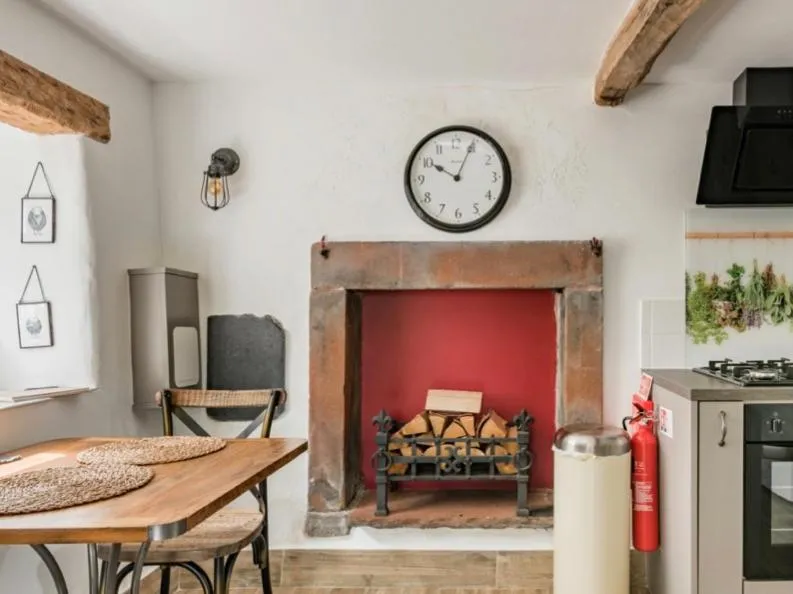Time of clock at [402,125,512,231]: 10:04
